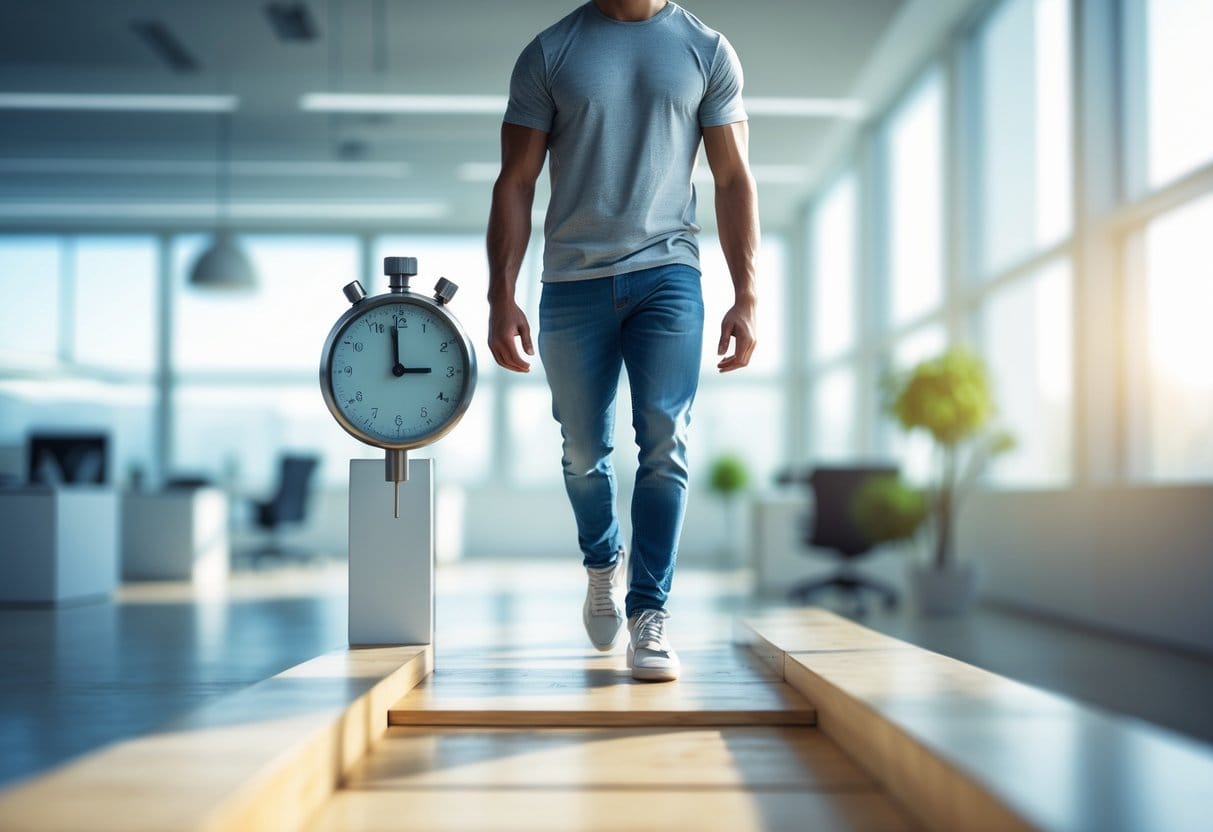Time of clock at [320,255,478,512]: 2:59
